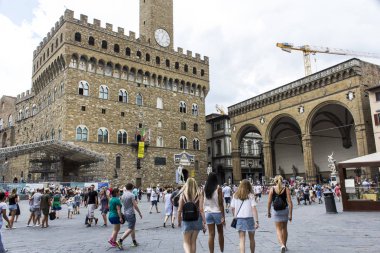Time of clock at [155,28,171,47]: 7:04
